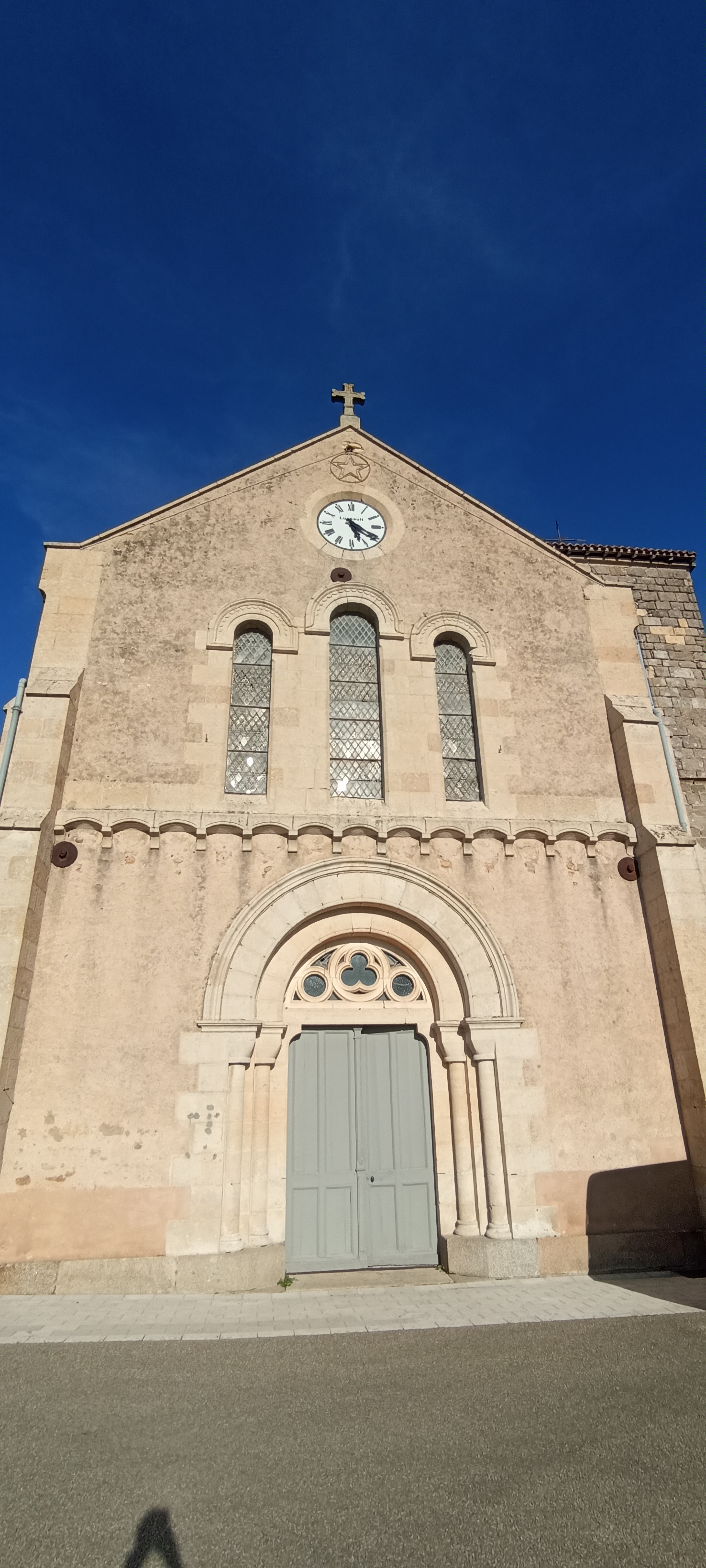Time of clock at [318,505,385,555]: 5:20
